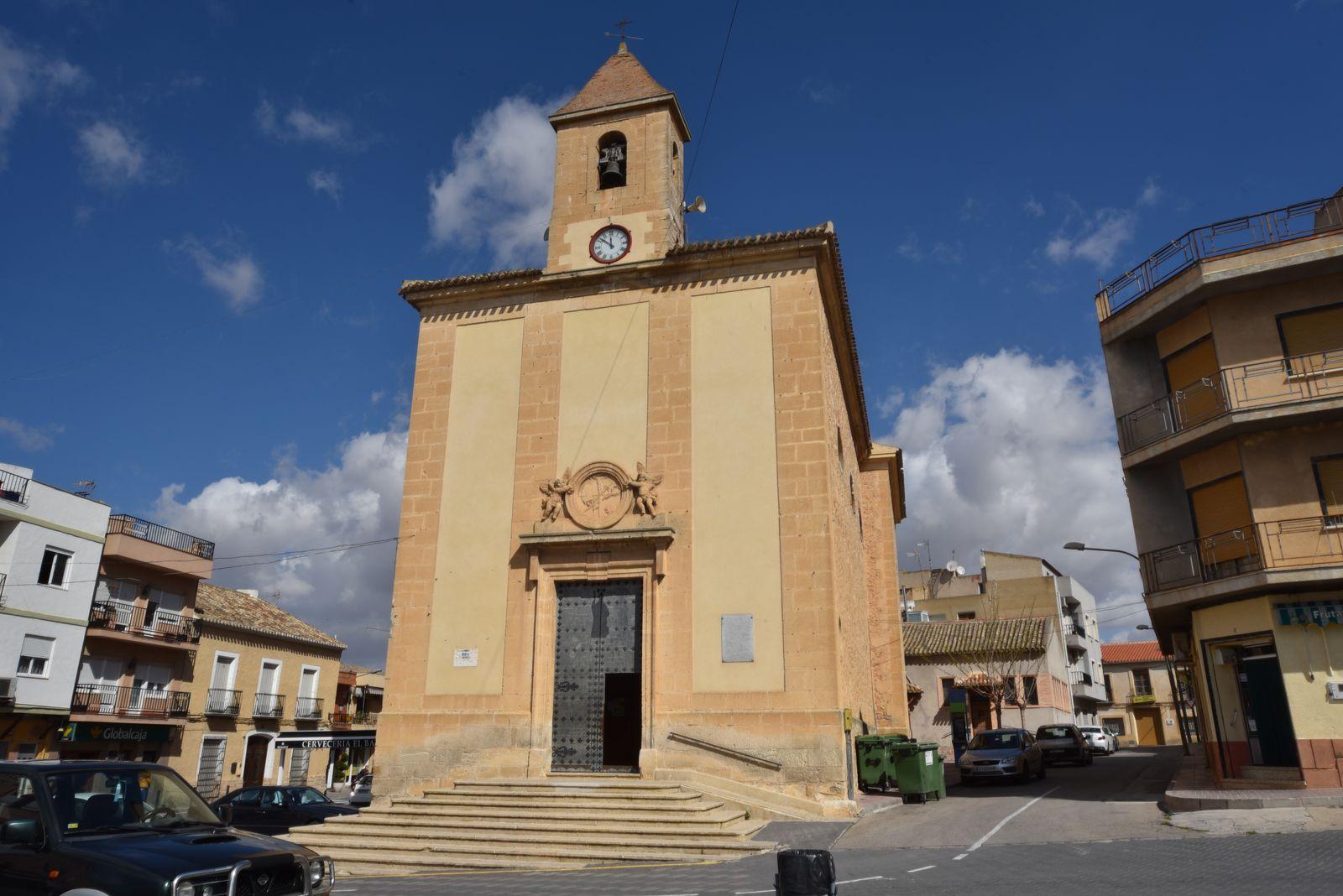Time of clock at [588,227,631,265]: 11:51
